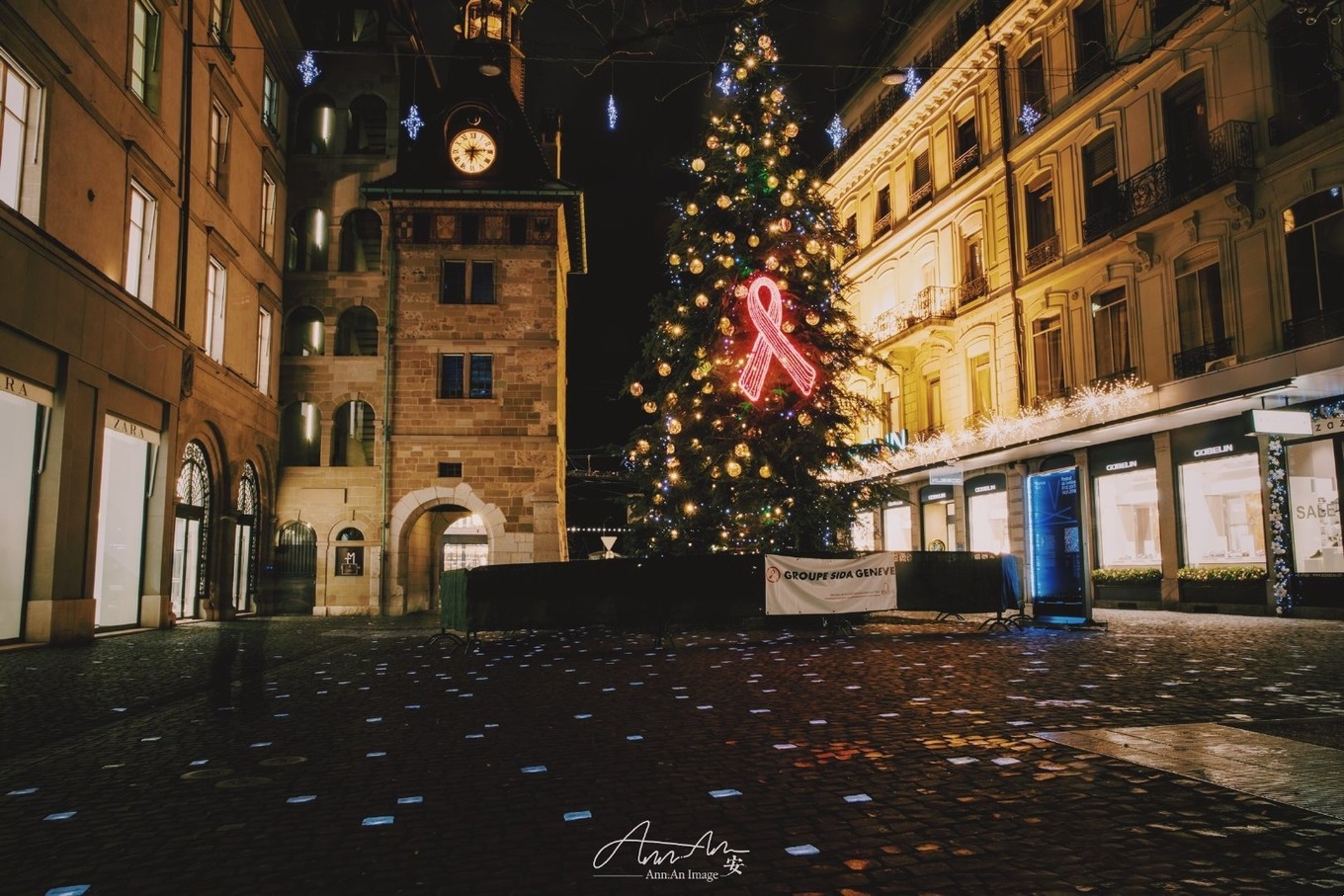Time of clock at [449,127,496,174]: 6:13
